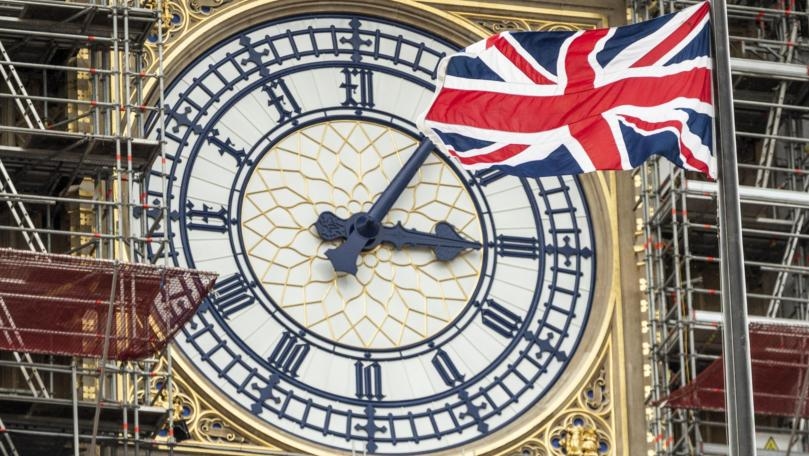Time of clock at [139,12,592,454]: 3:05
